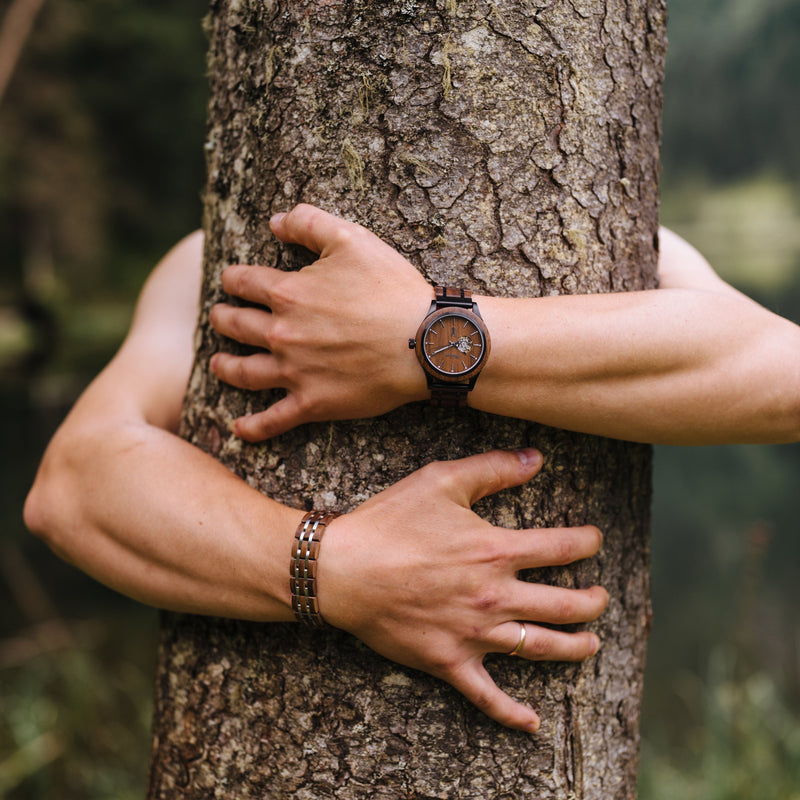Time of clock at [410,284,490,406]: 3:40
